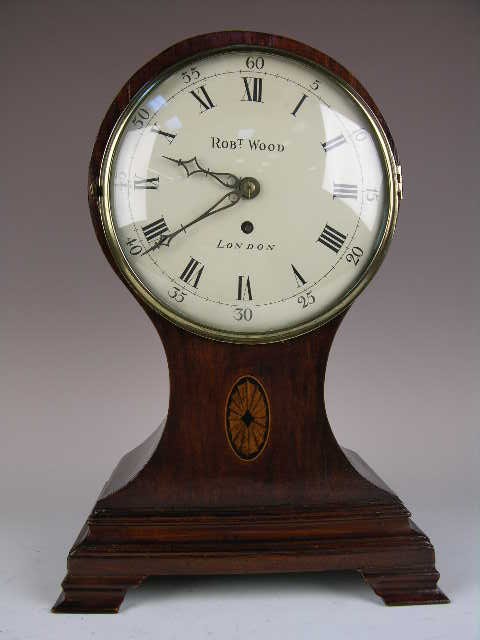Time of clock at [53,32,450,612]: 9:38
